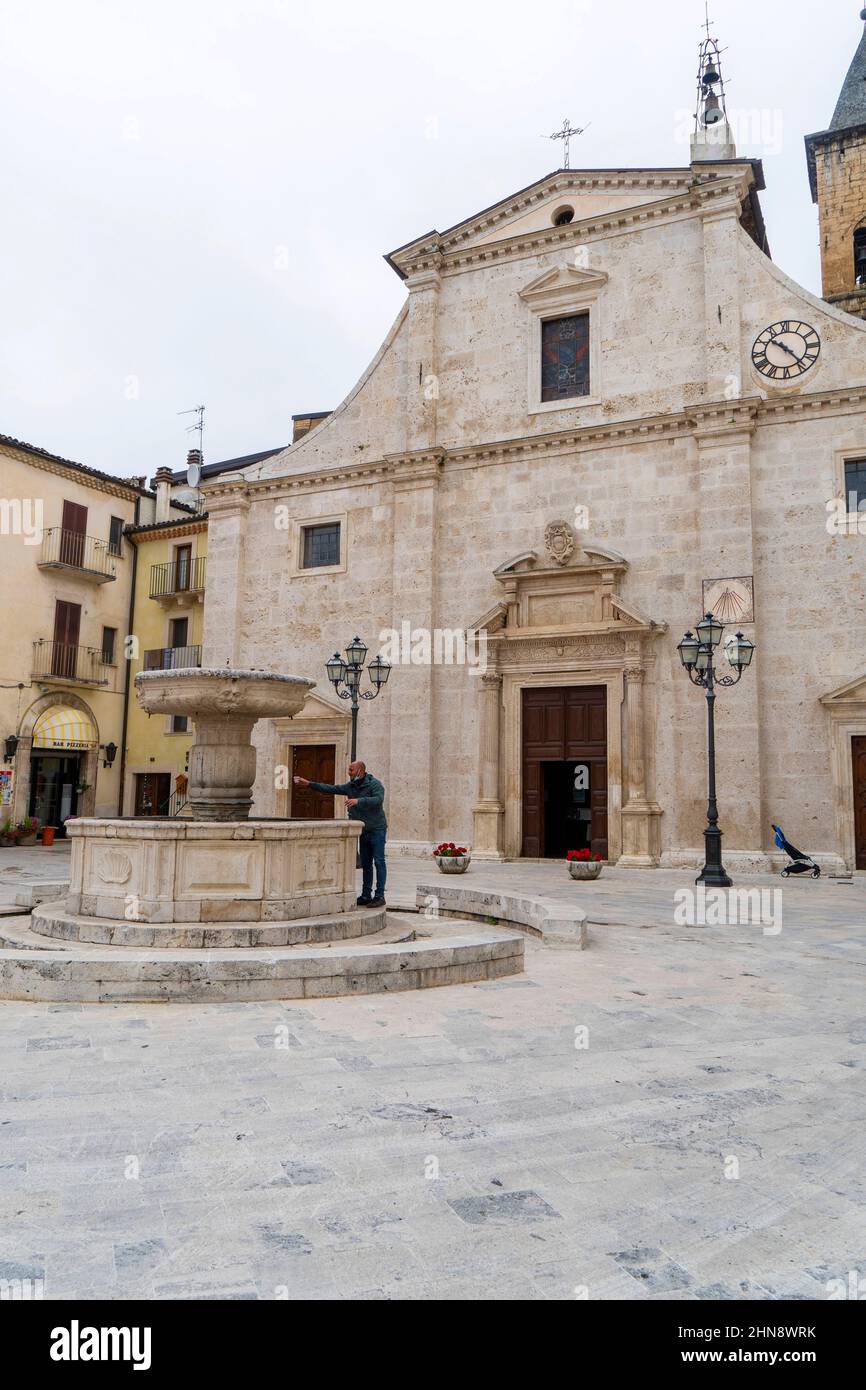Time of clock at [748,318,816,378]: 10:23
